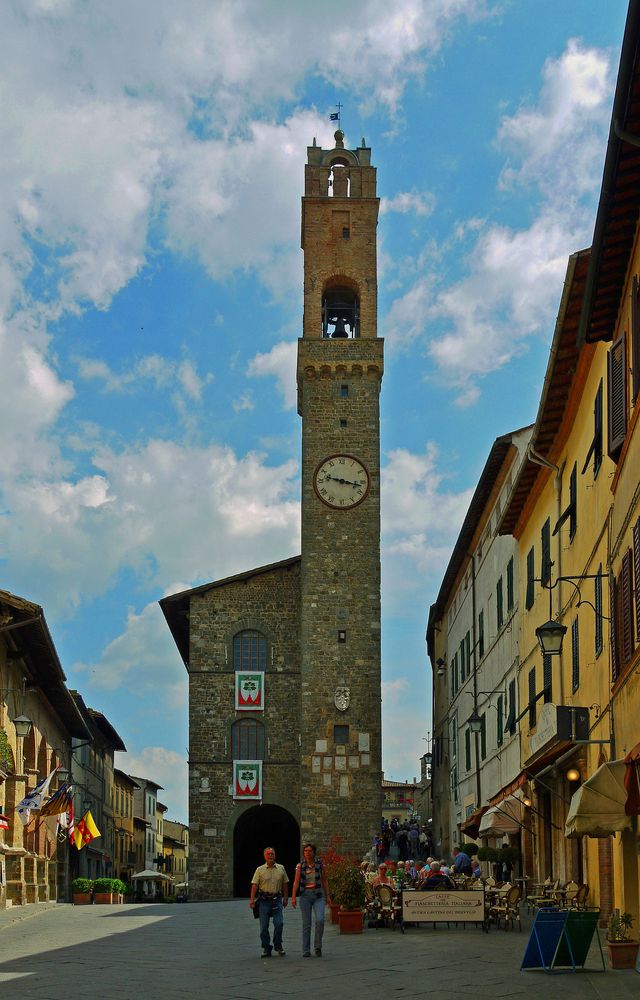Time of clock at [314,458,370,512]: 9:17
